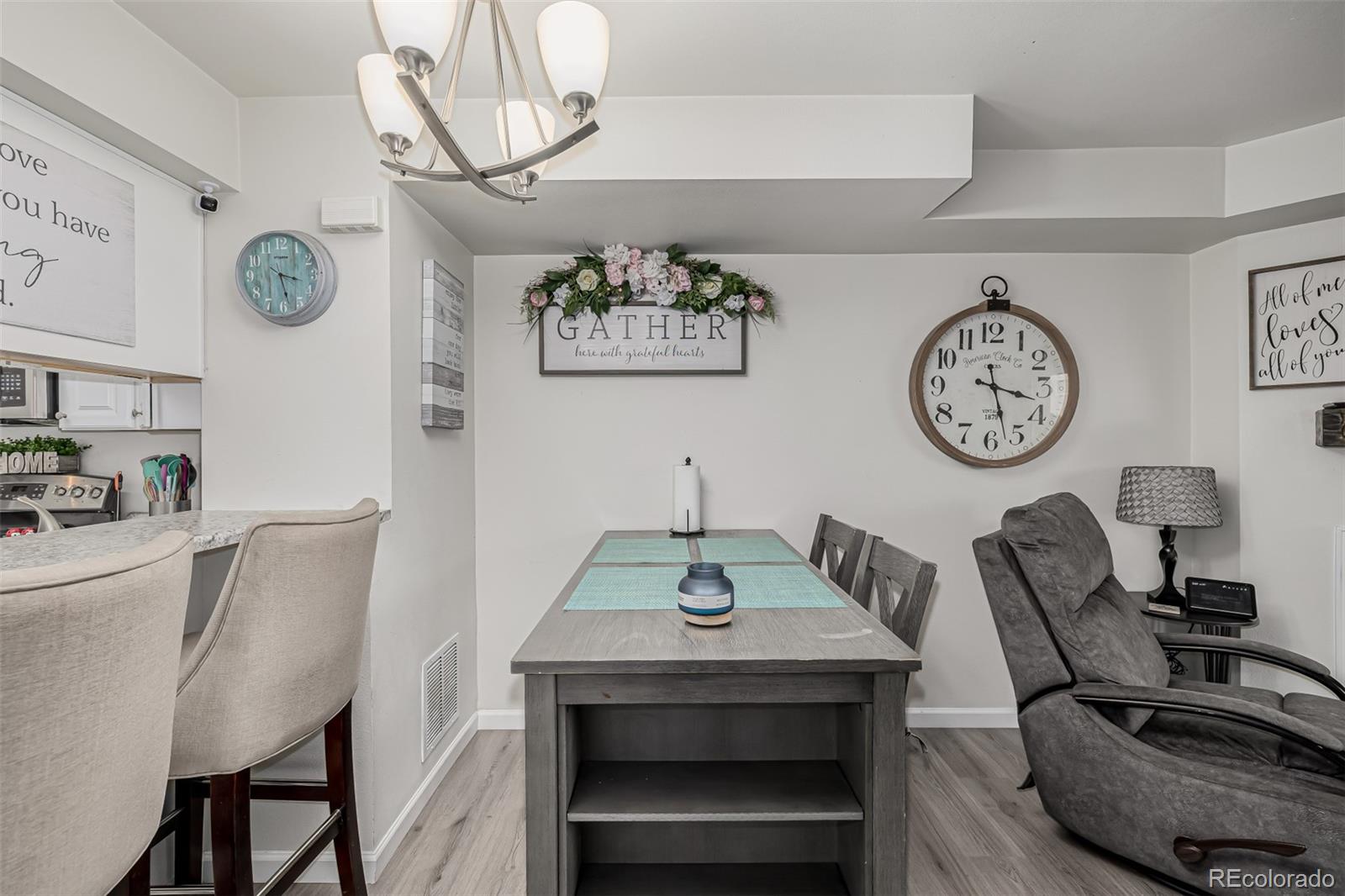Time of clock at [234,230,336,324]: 3:28
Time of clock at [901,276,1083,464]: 3:27
